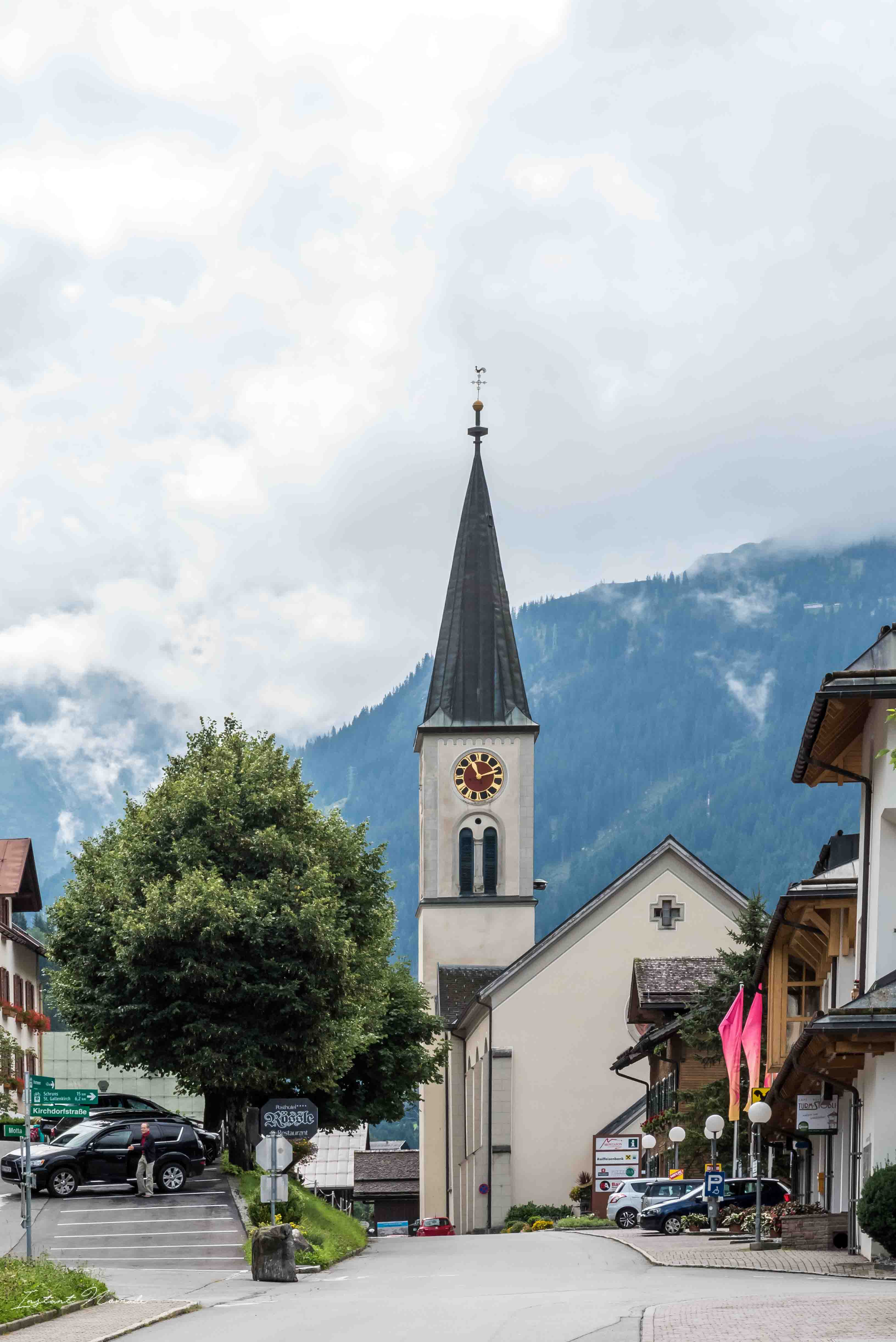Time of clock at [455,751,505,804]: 11:11
